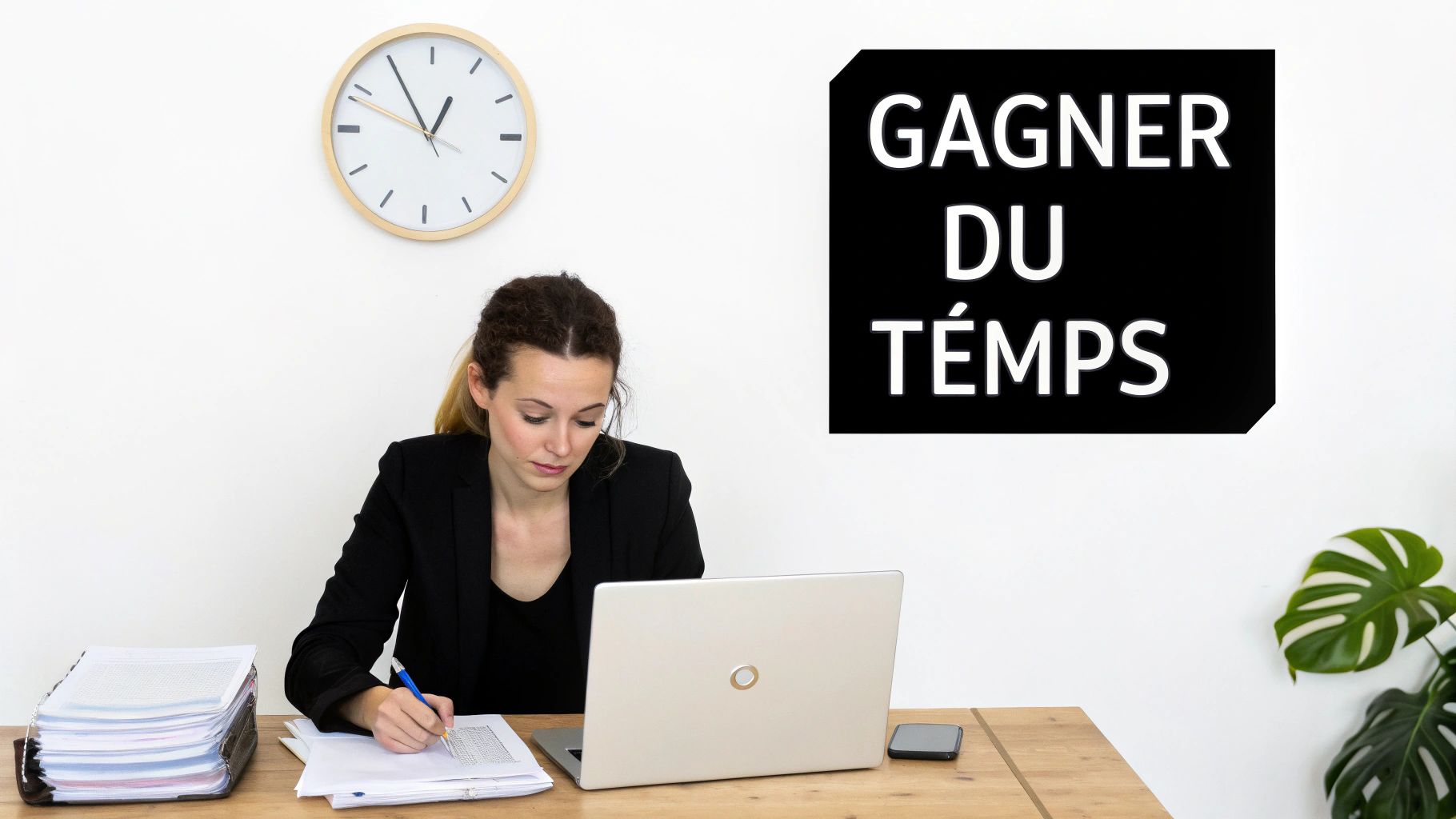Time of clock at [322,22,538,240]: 12:54
